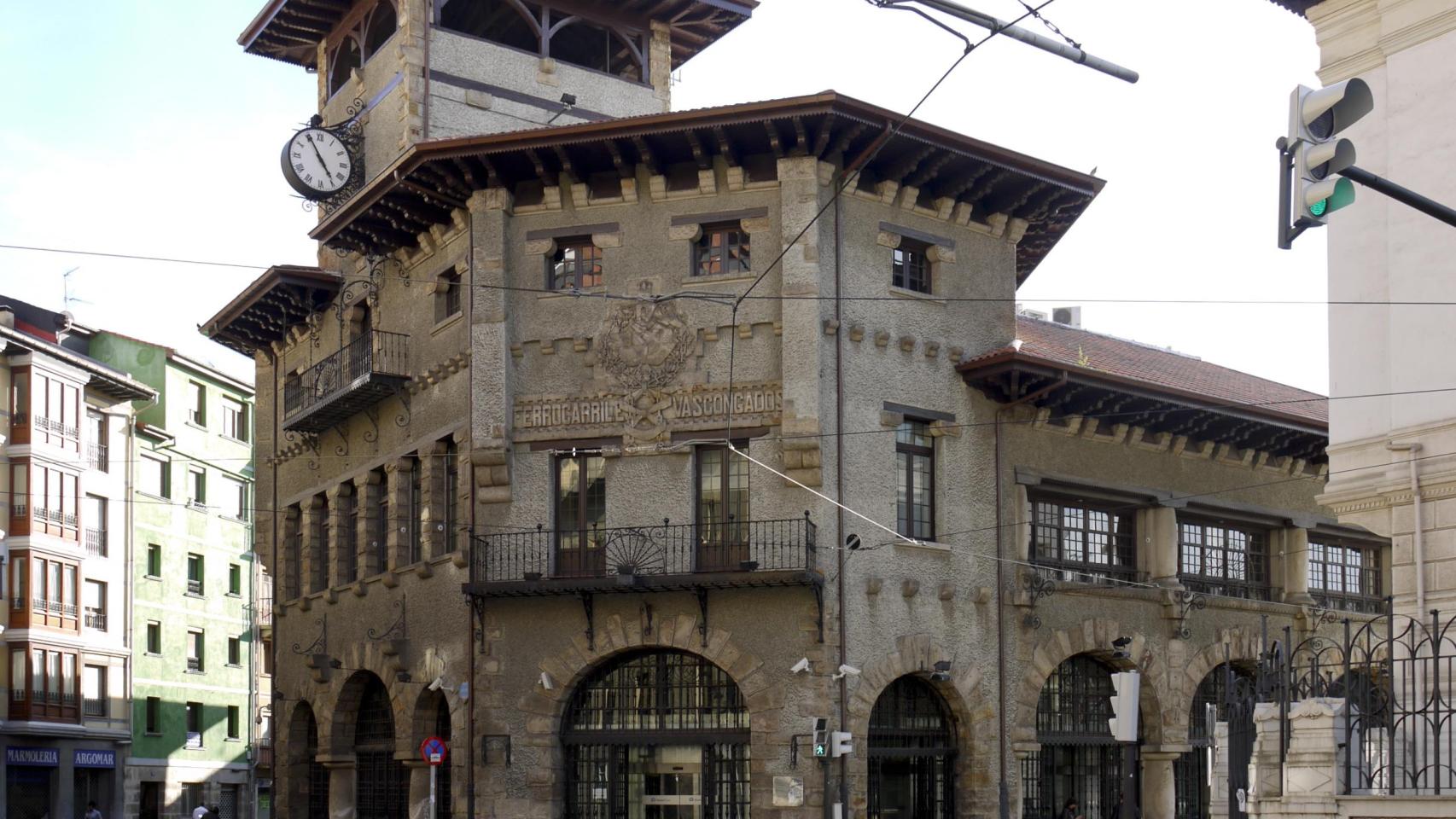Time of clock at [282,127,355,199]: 4:55
